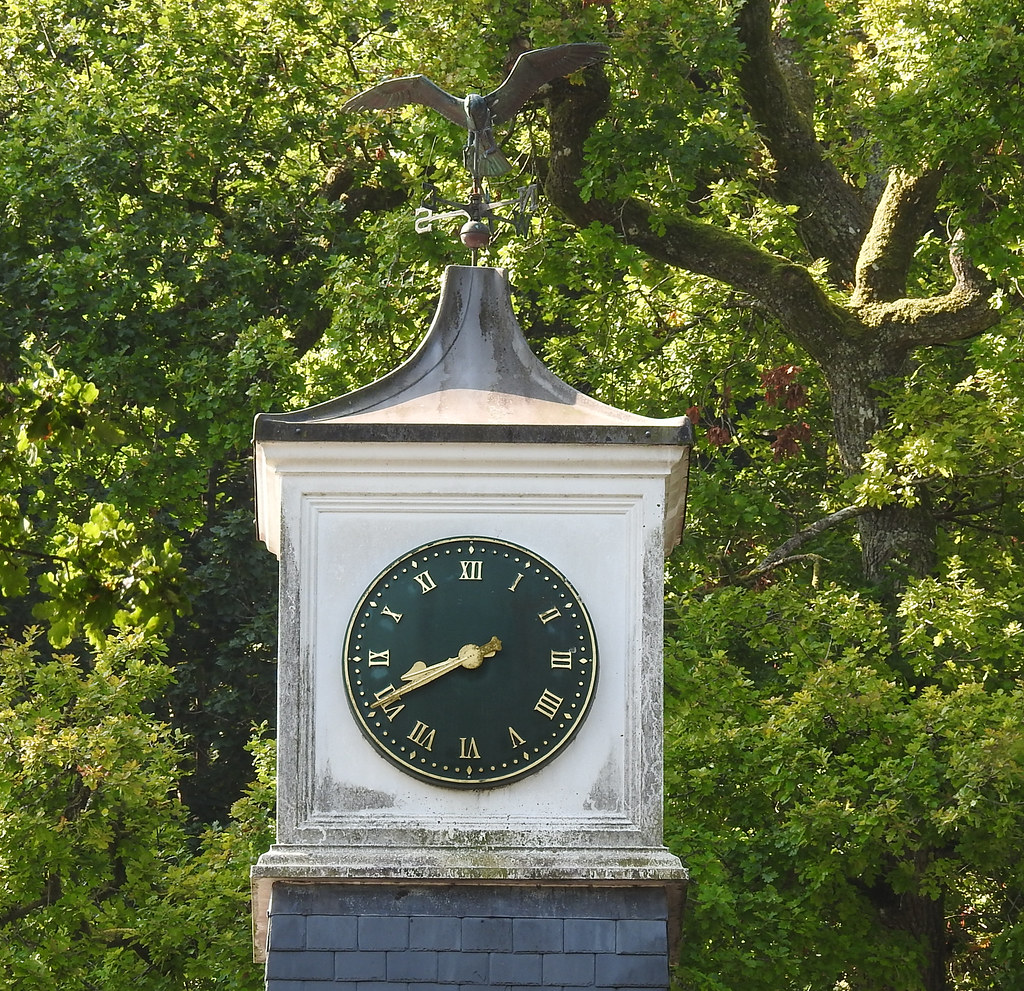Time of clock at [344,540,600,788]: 8:40
